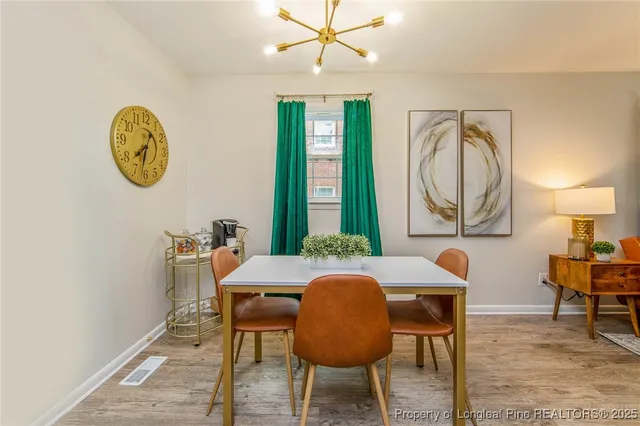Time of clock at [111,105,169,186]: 7:32
